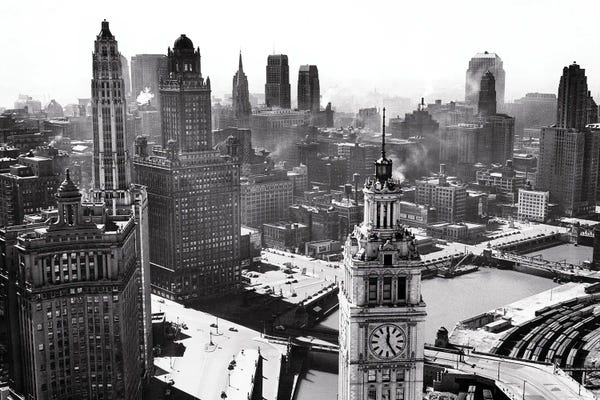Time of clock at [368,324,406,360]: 5:00
